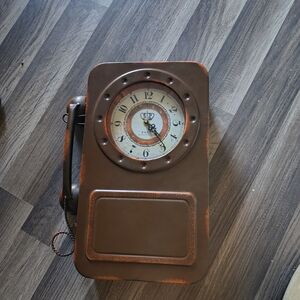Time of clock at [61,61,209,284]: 4:23
